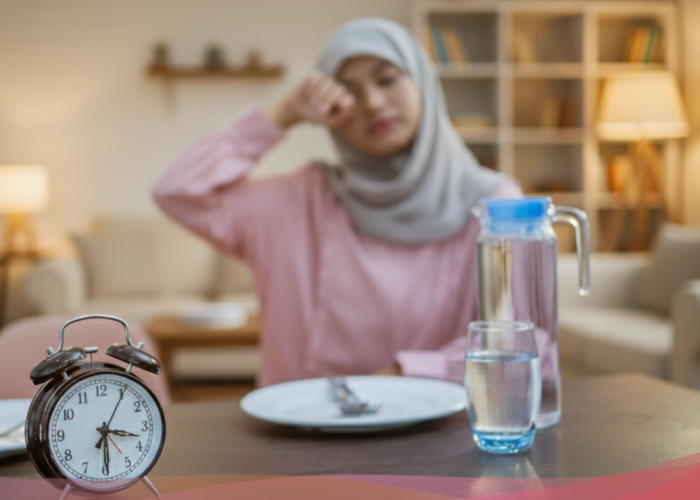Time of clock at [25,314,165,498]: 3:29
